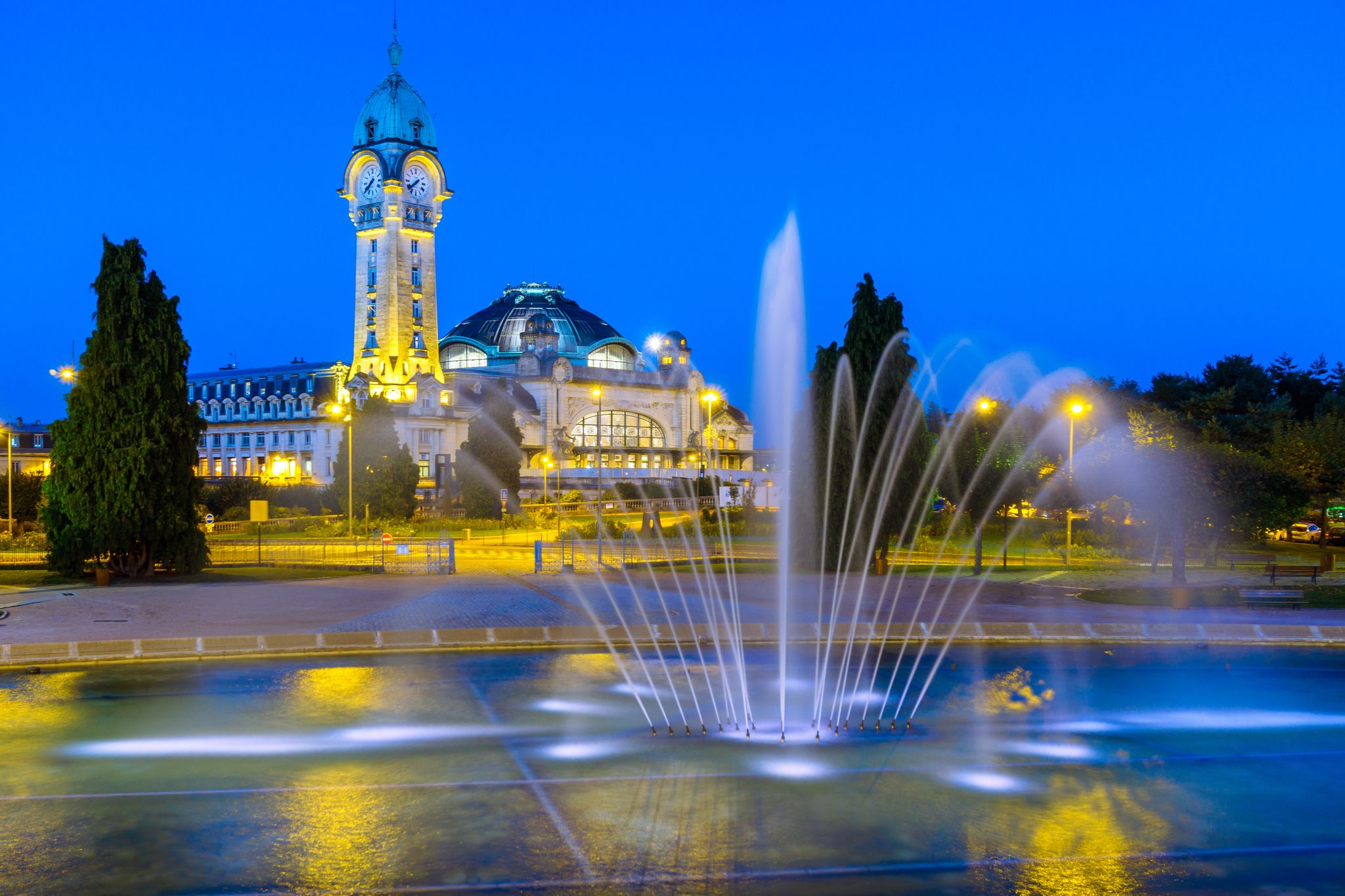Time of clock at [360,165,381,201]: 7:37
